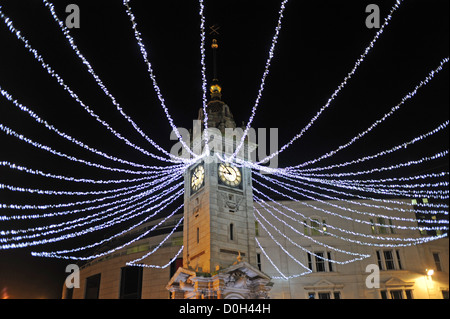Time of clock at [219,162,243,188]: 8:52
